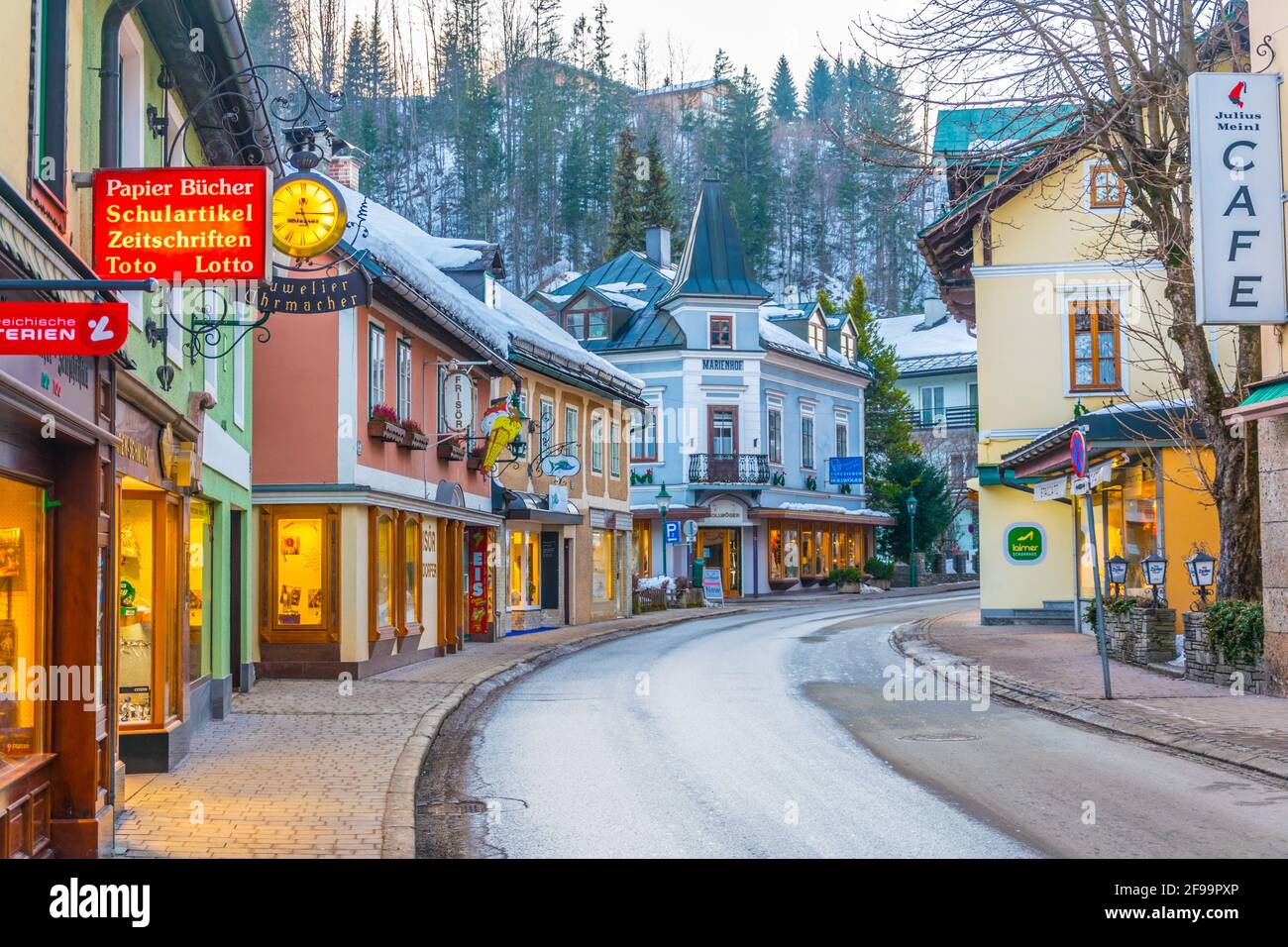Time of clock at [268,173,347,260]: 5:14
